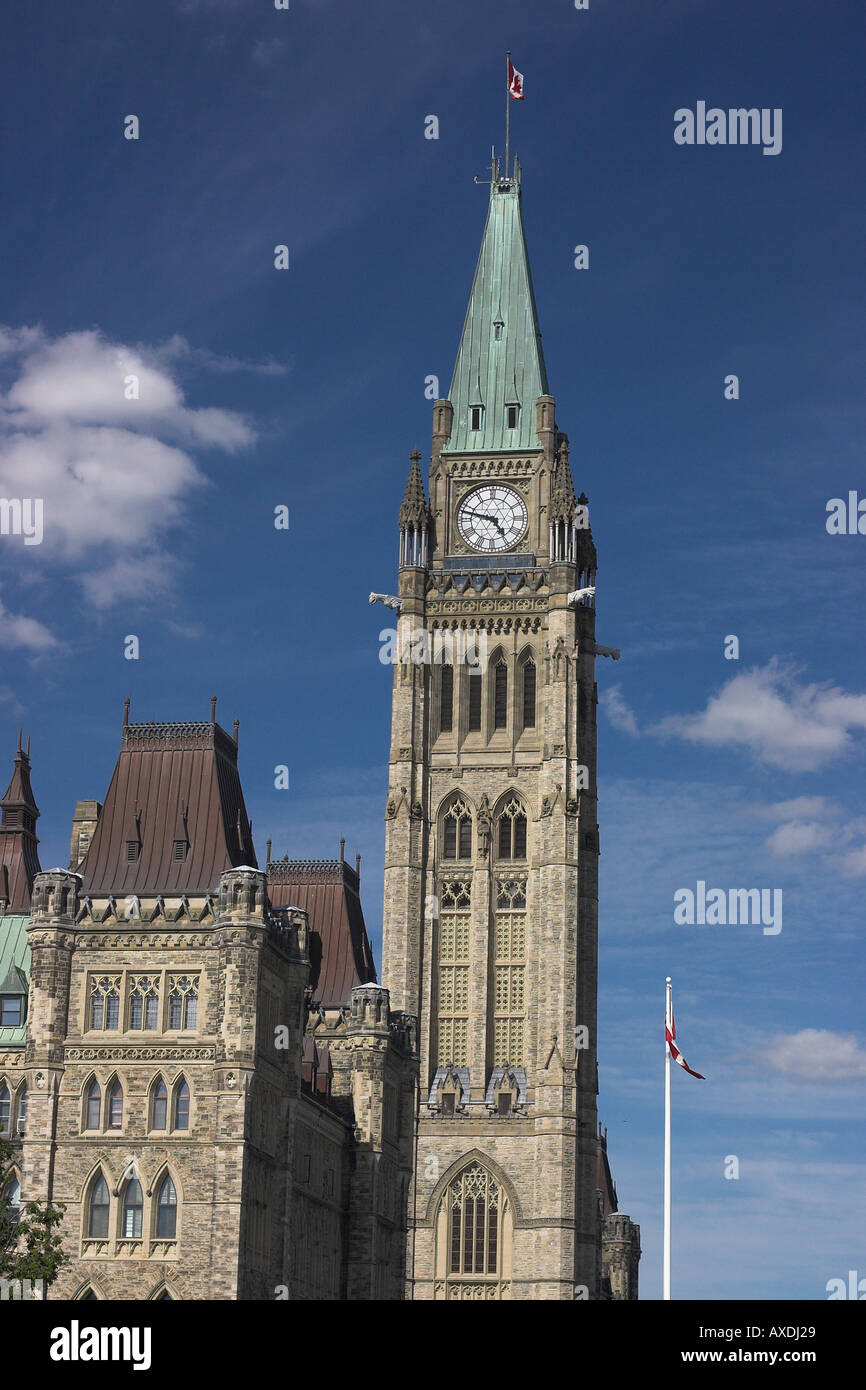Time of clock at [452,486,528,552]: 4:47
